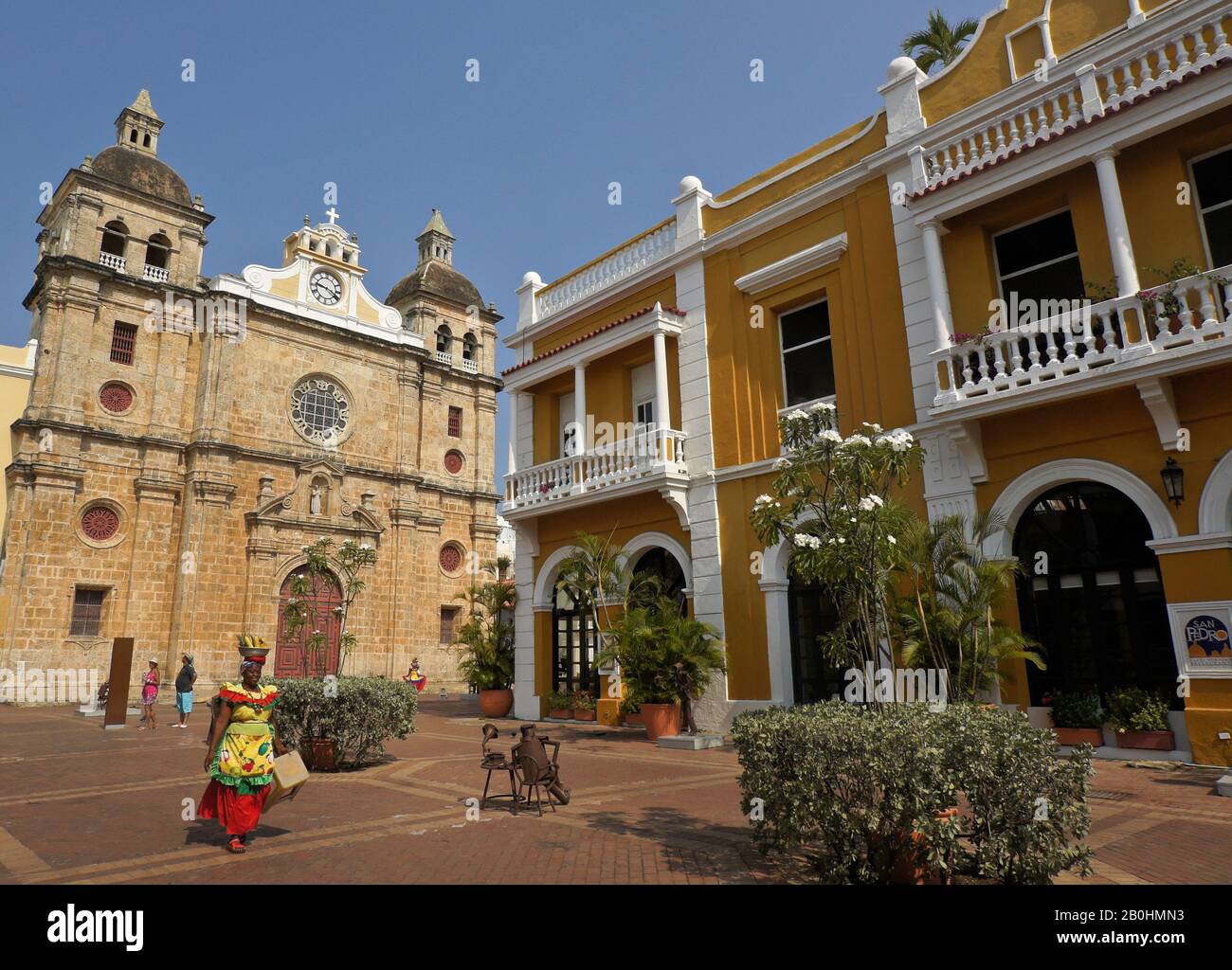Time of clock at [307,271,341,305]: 9:19
